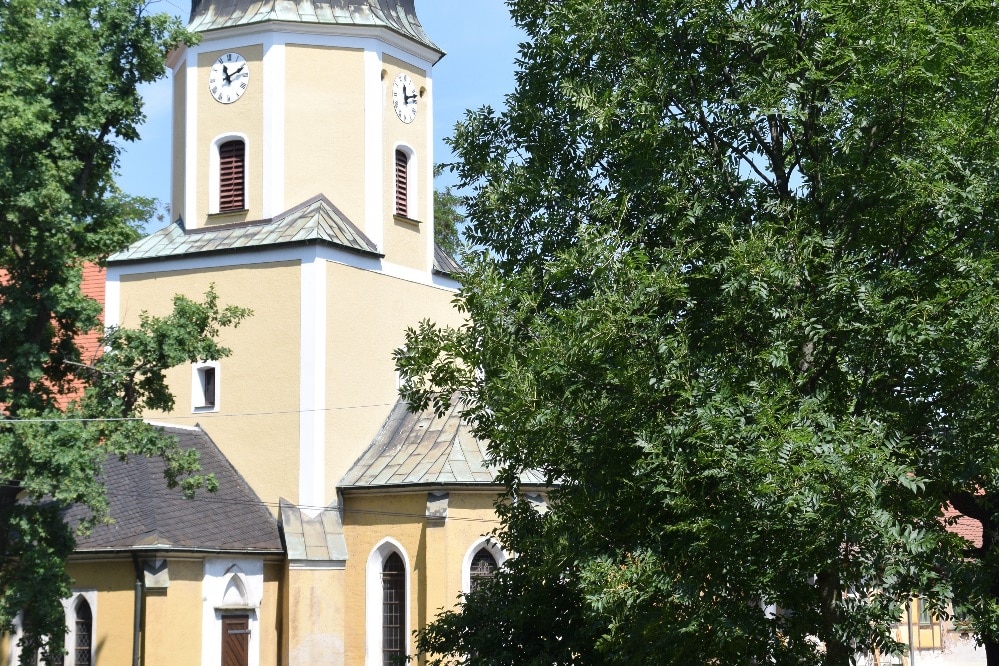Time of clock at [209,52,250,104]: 11:11
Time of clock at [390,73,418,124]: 12:12
